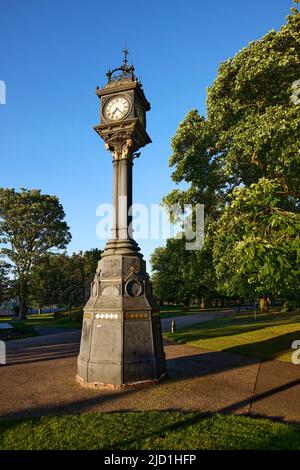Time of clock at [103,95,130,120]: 7:22
